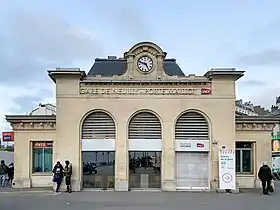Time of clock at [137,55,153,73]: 4:48
